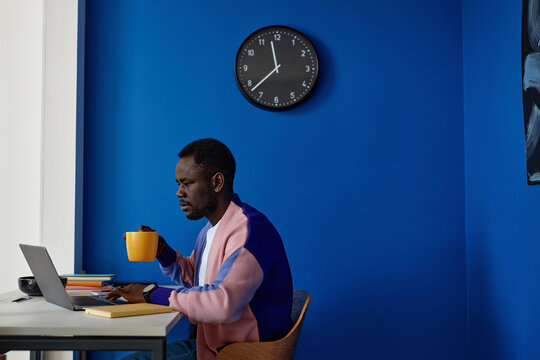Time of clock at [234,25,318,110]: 11:37
